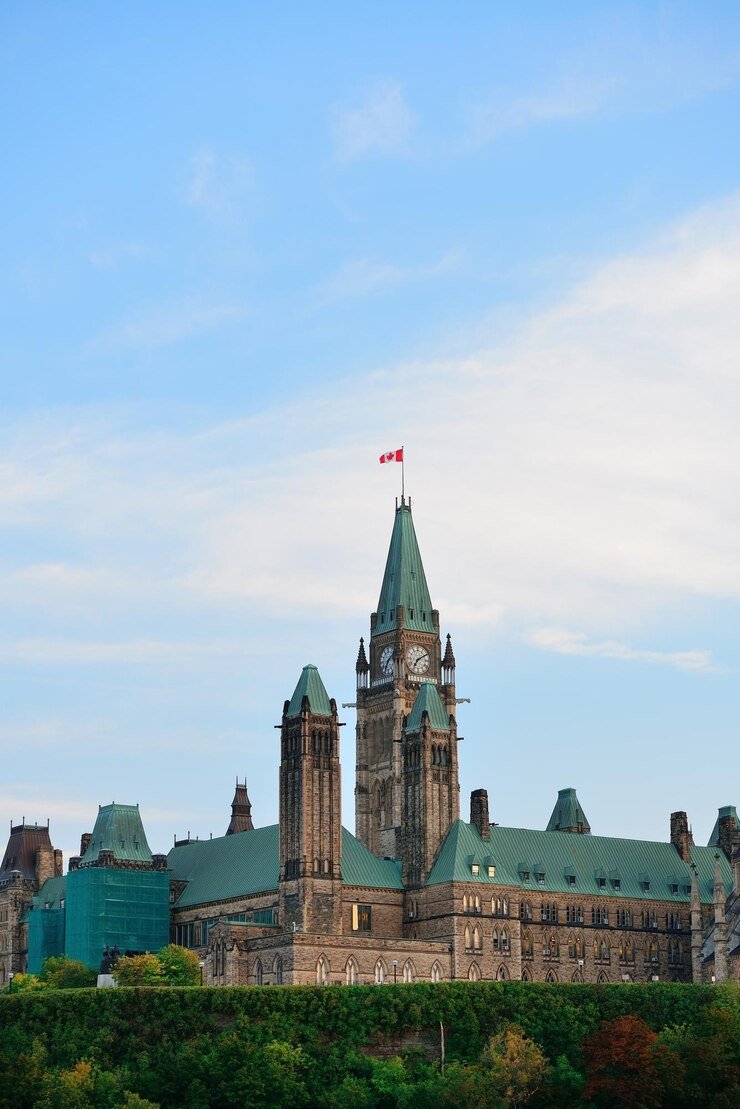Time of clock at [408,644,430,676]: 7:09
